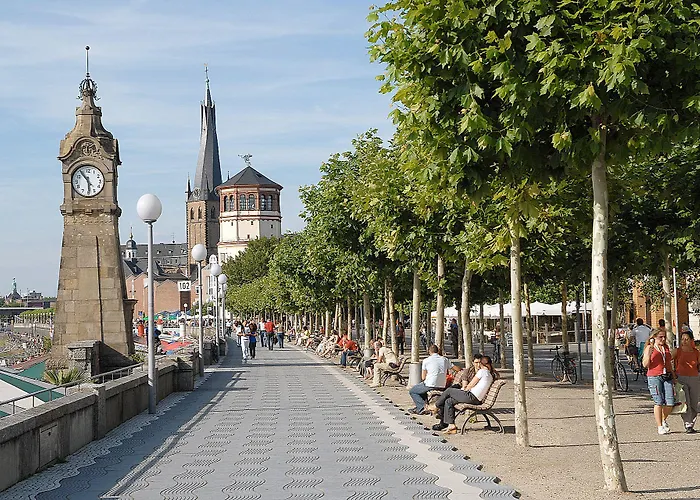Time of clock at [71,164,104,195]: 5:54
